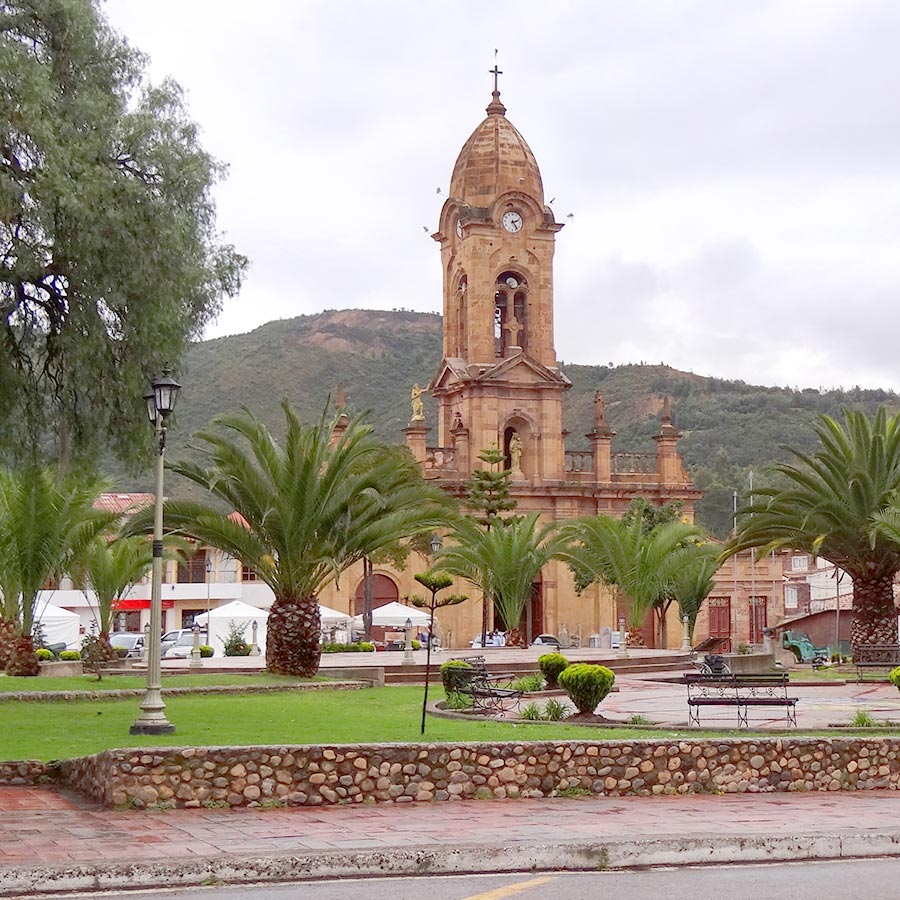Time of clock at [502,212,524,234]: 2:23
